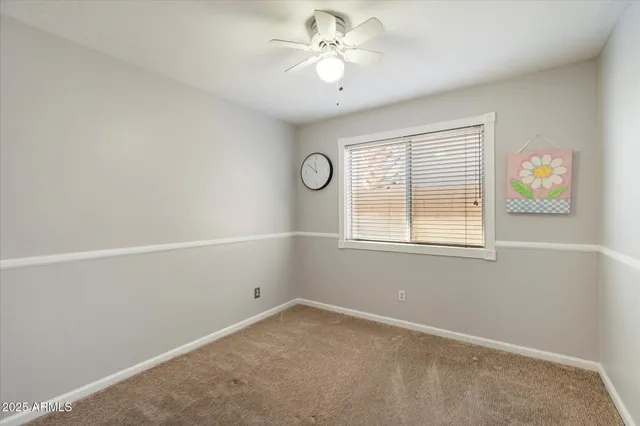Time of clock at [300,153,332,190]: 11:51
